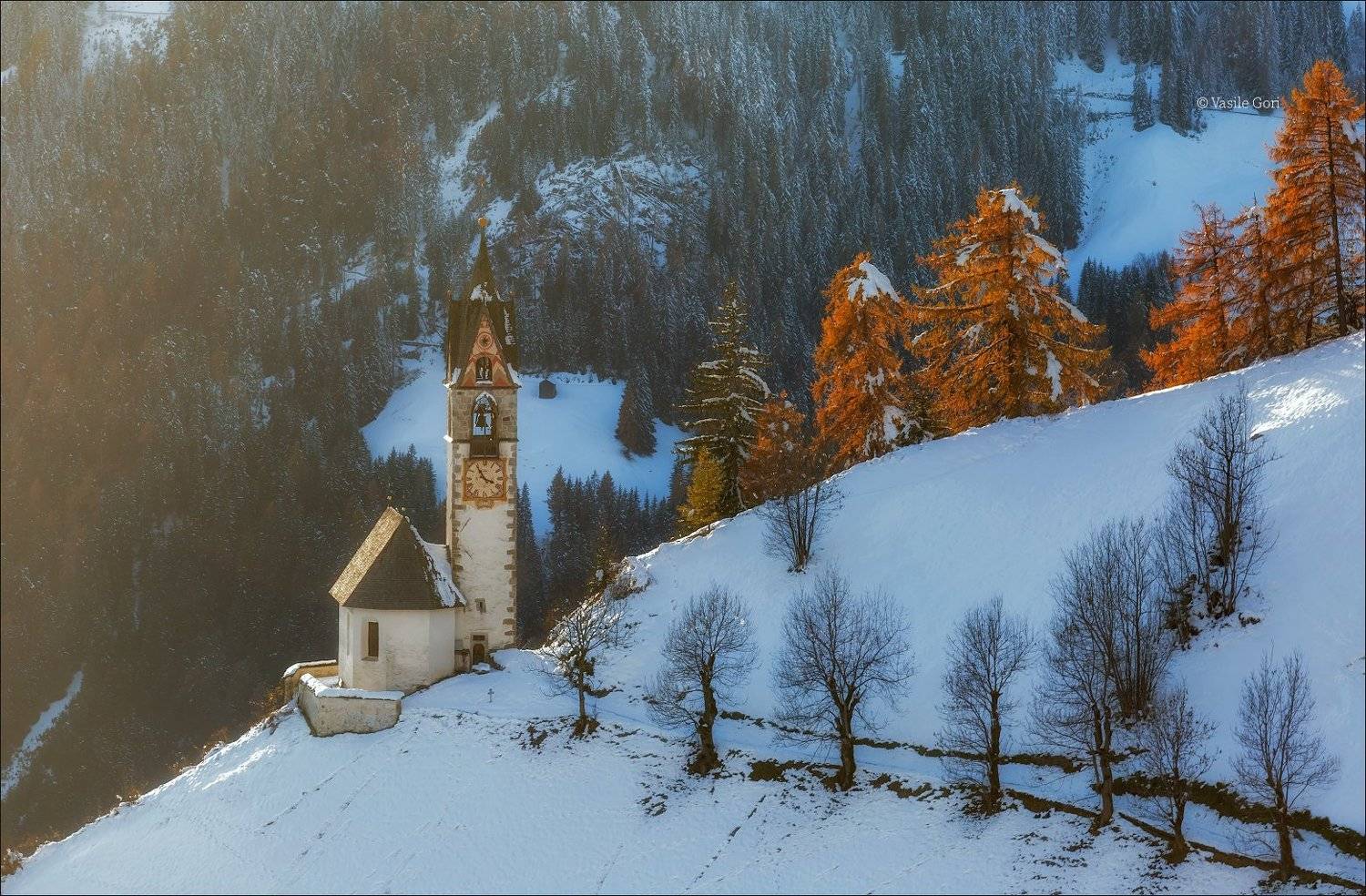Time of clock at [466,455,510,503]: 3:54
